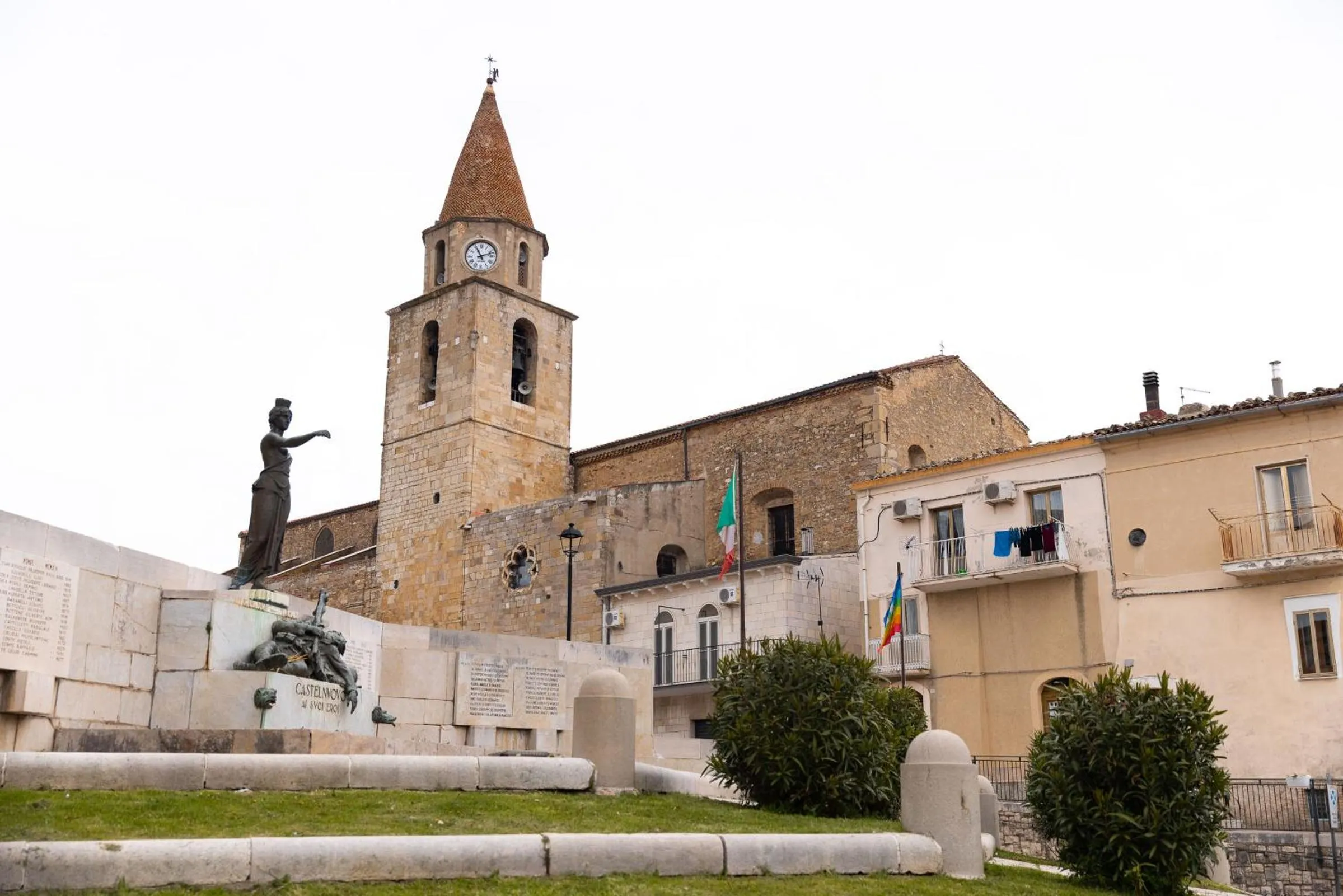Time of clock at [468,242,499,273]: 11:12
